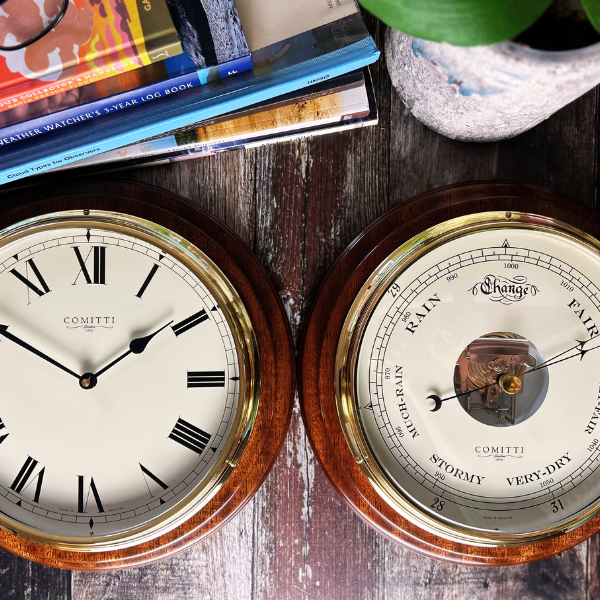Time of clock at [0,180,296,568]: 1:49
